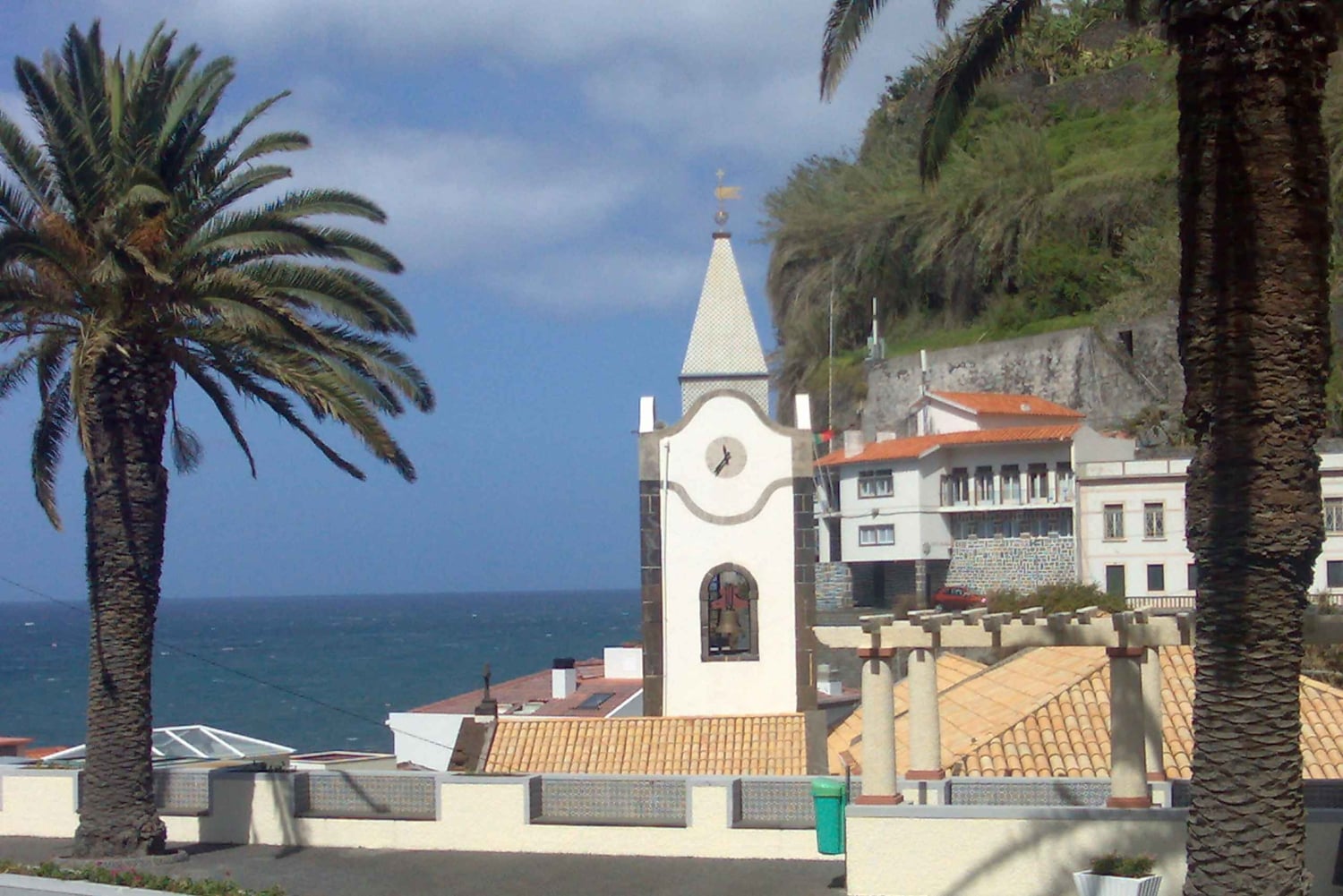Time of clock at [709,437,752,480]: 11:36
